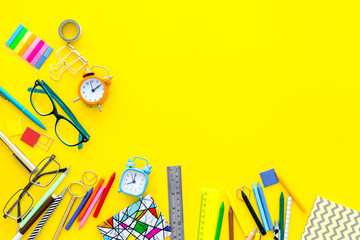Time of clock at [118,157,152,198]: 7:59
